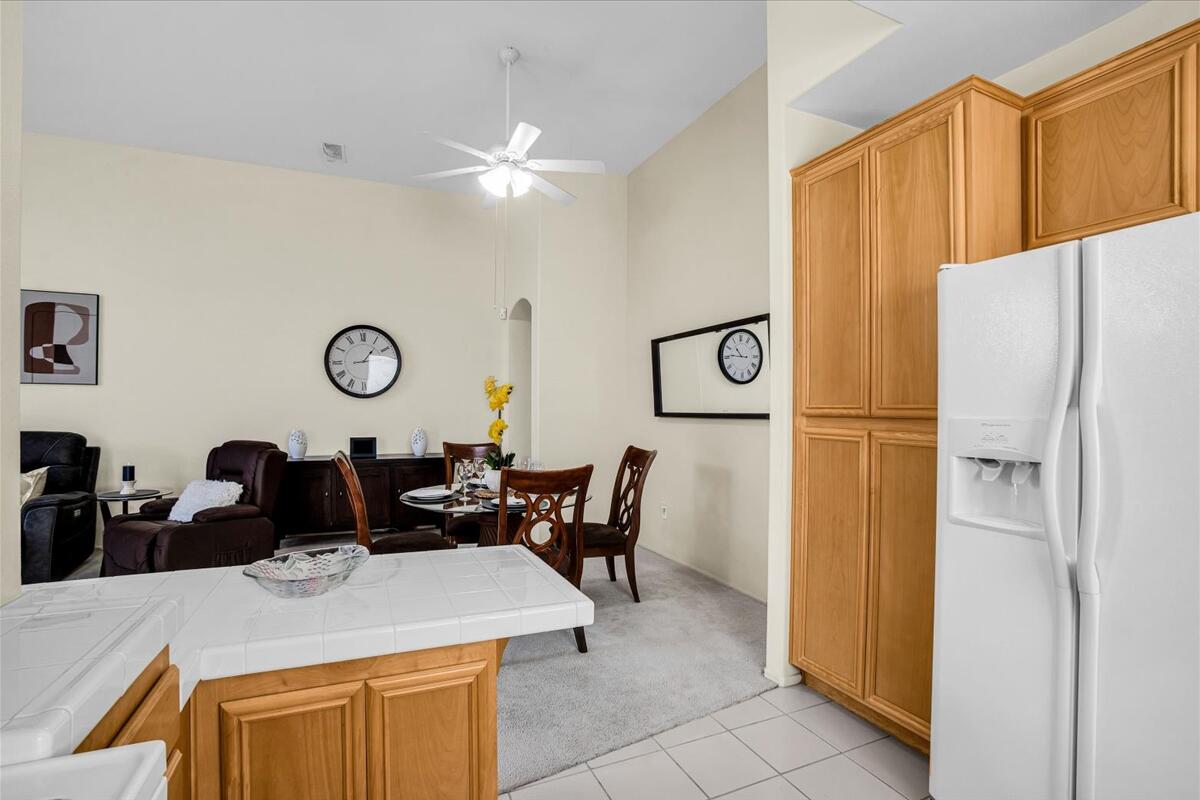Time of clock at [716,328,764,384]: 10:45
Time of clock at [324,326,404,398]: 1:13
